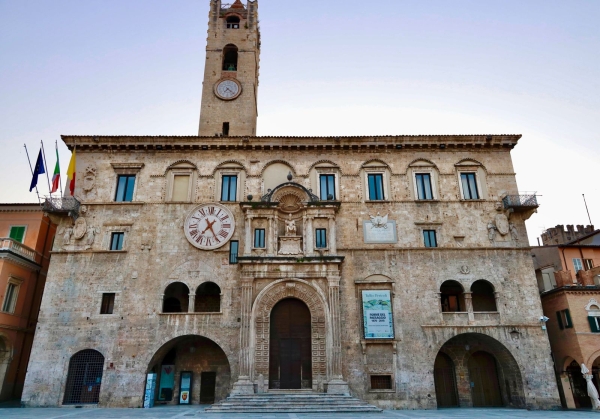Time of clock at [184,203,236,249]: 7:25
